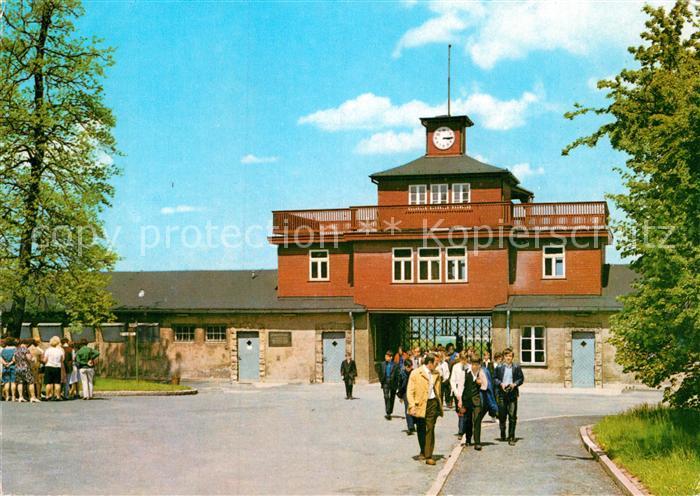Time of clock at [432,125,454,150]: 3:14
